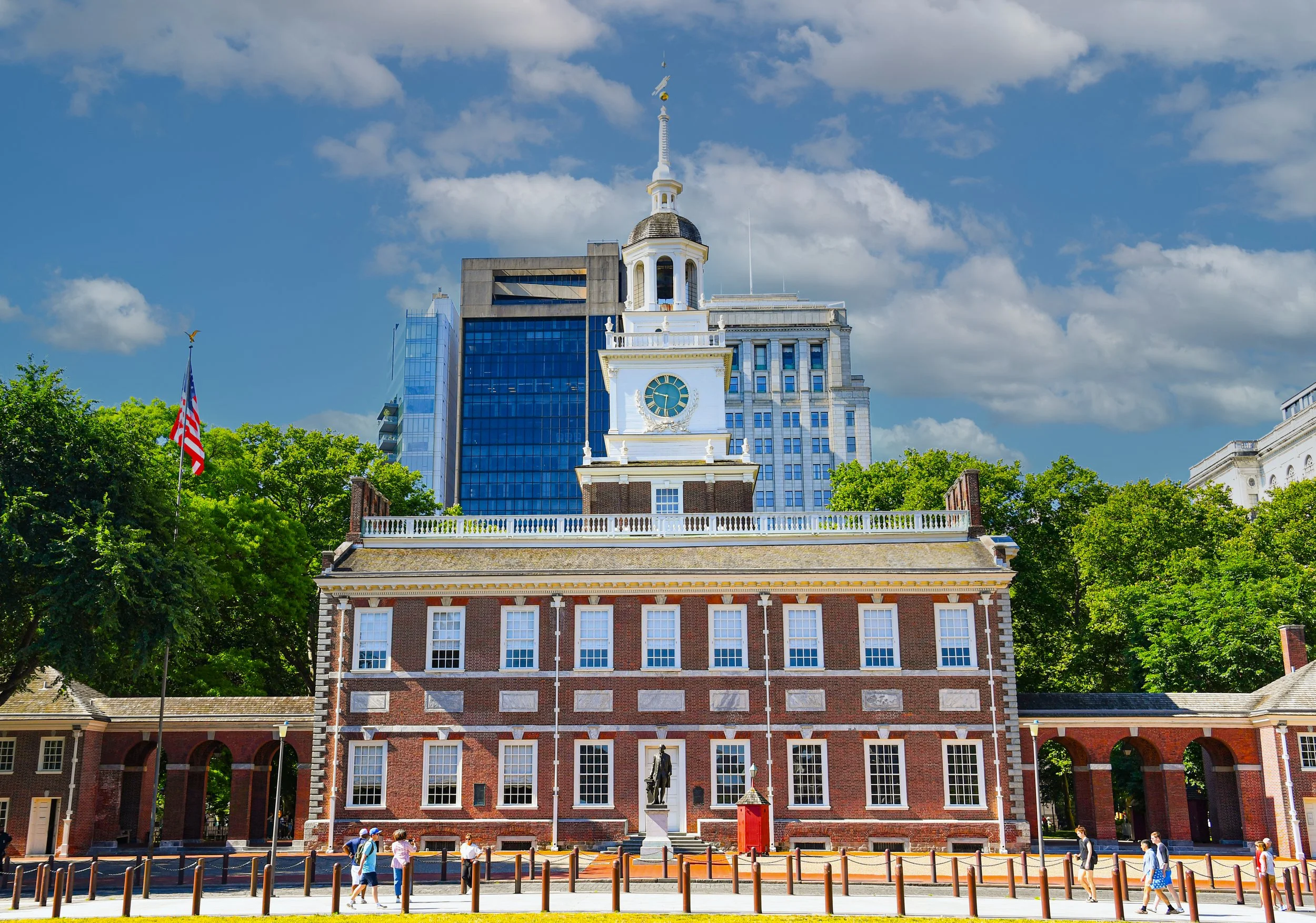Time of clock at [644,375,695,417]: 9:31
